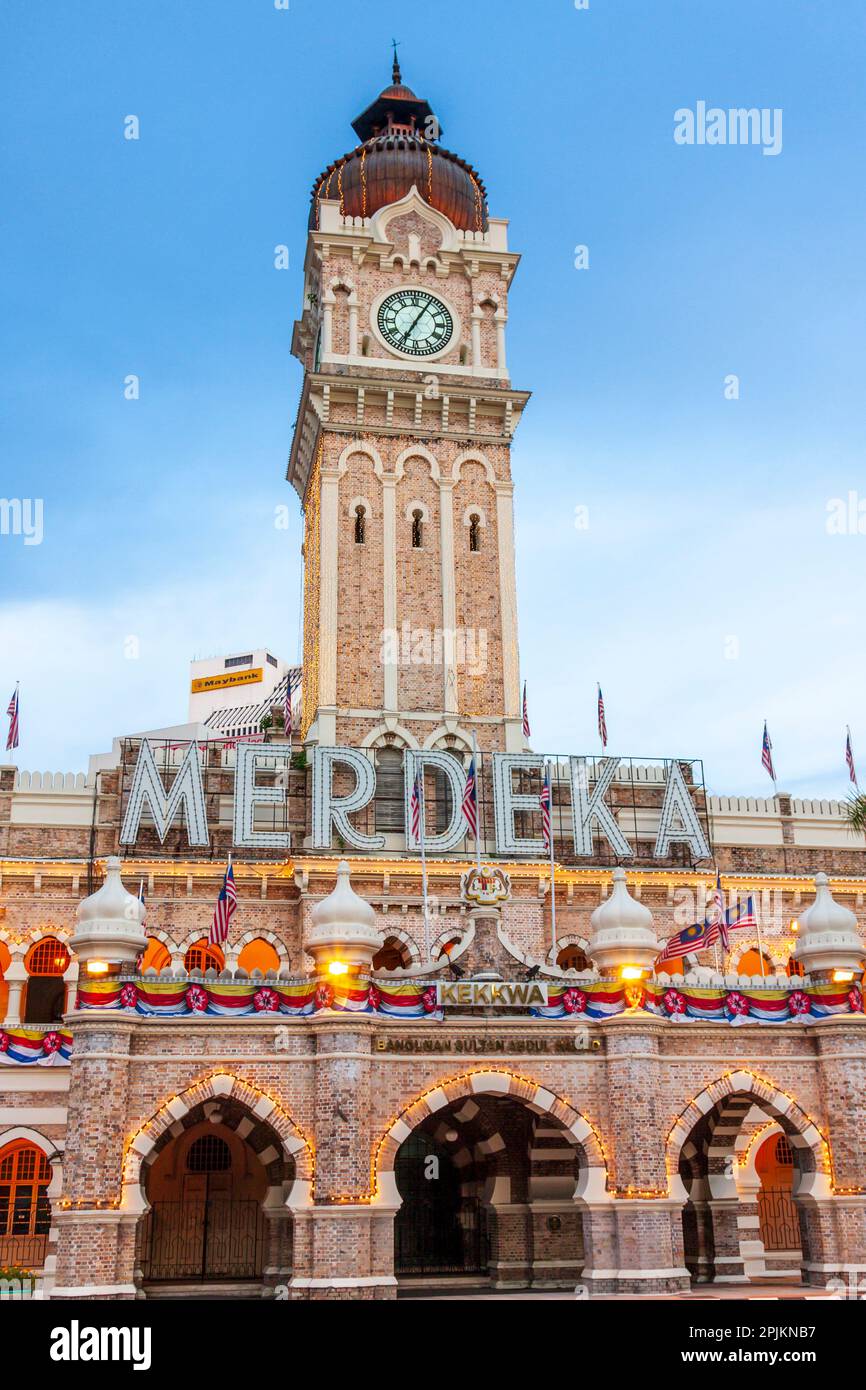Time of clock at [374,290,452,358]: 7:05
